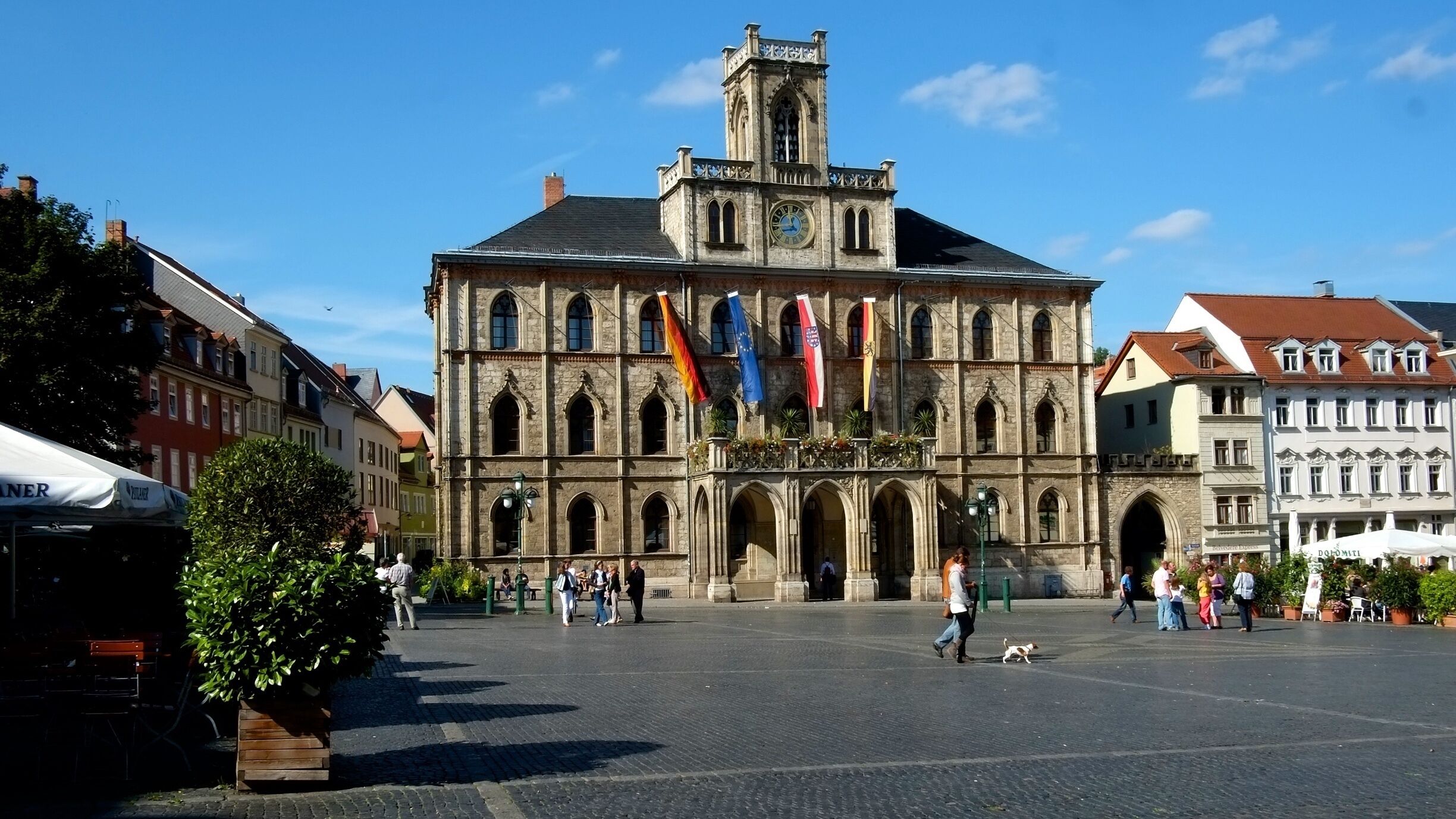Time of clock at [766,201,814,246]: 11:43
